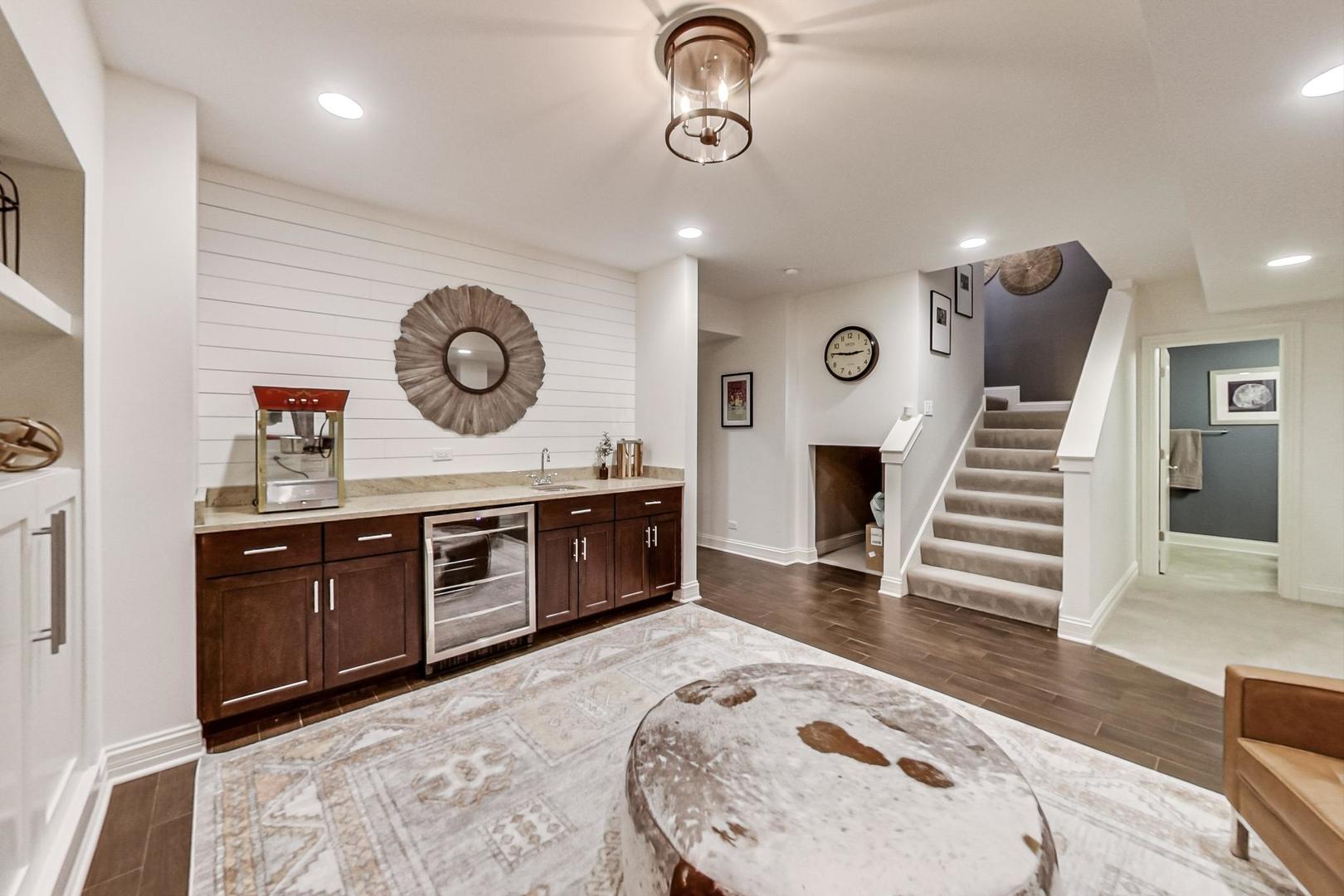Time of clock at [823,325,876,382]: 2:46
